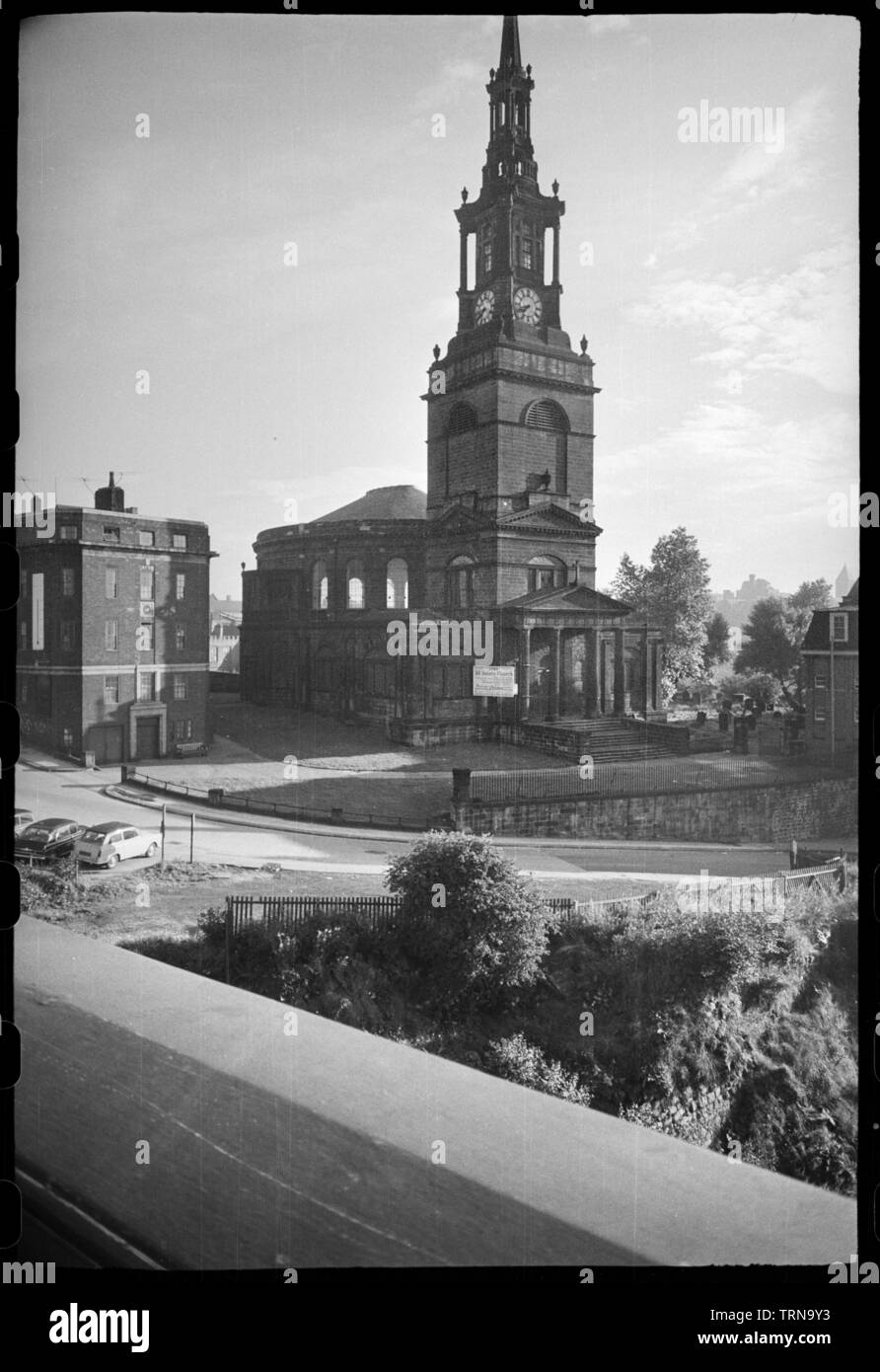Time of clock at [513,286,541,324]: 7:41
